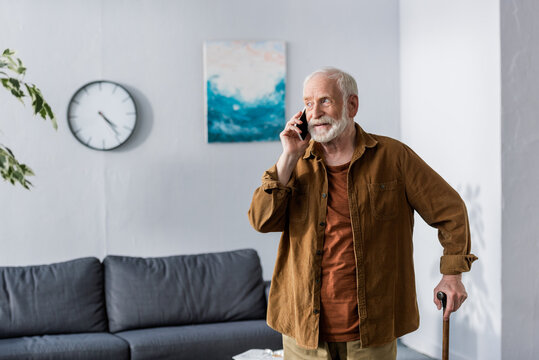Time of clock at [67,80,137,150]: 4:23
